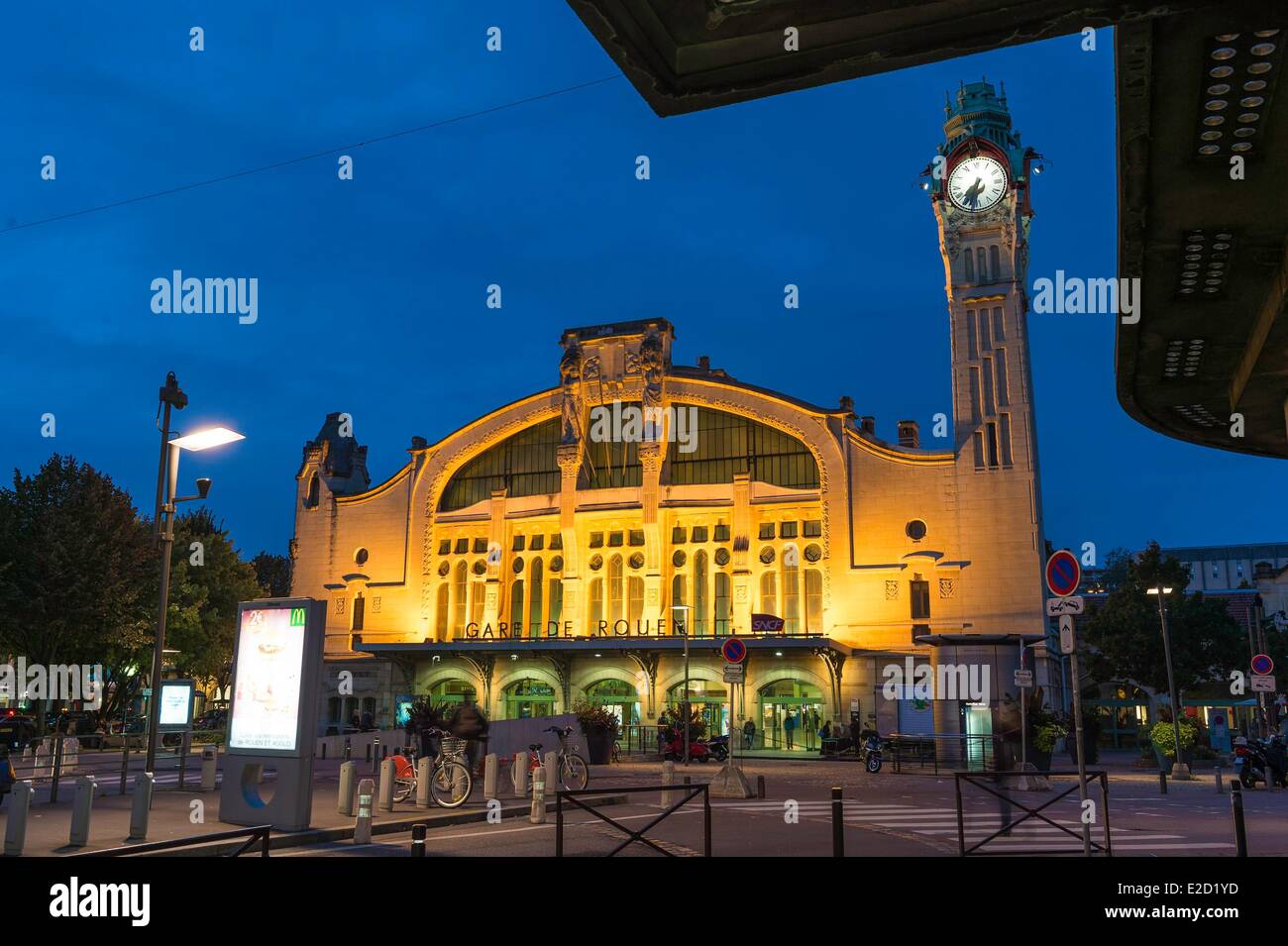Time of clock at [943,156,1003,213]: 6:32
